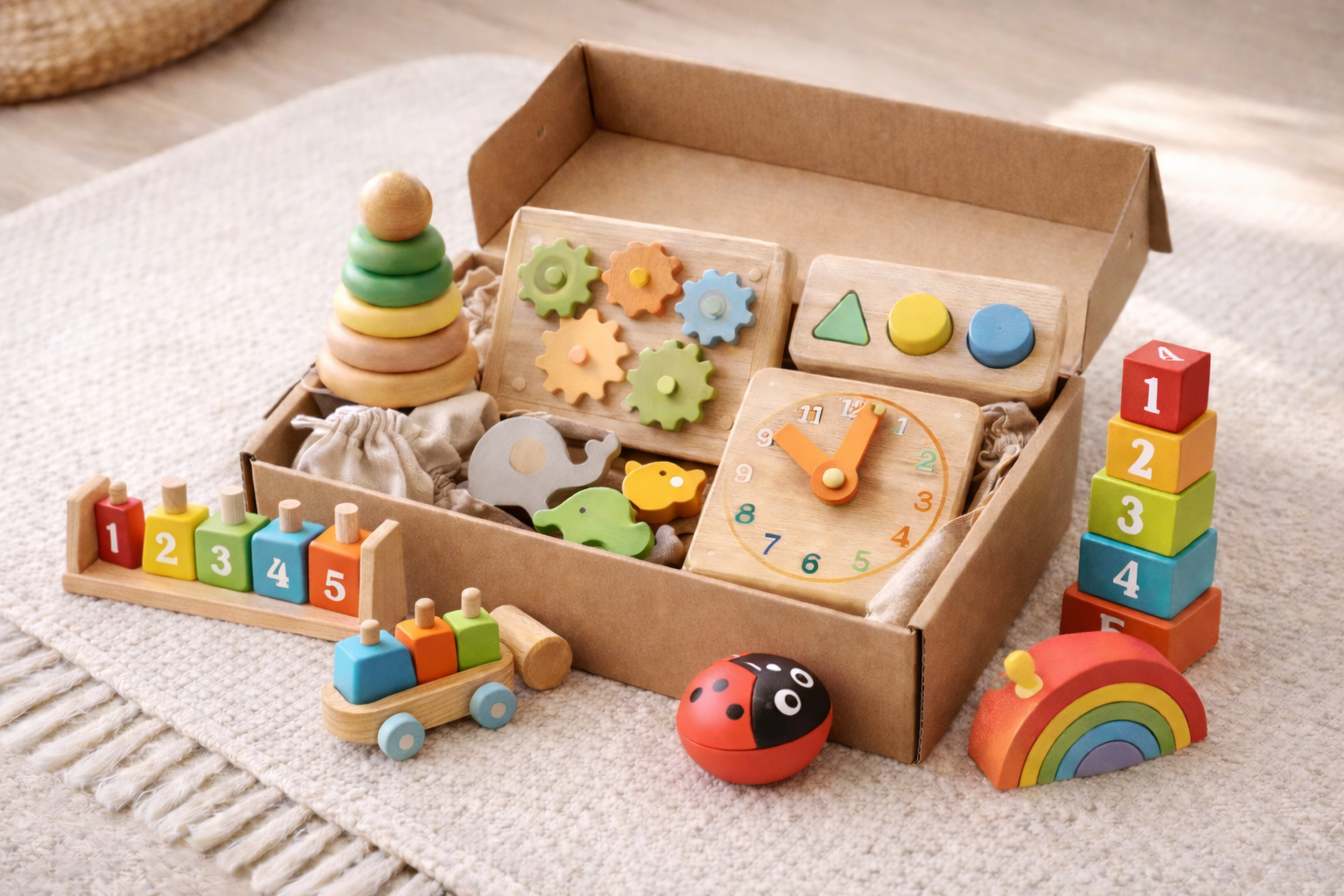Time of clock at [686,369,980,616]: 10:02
